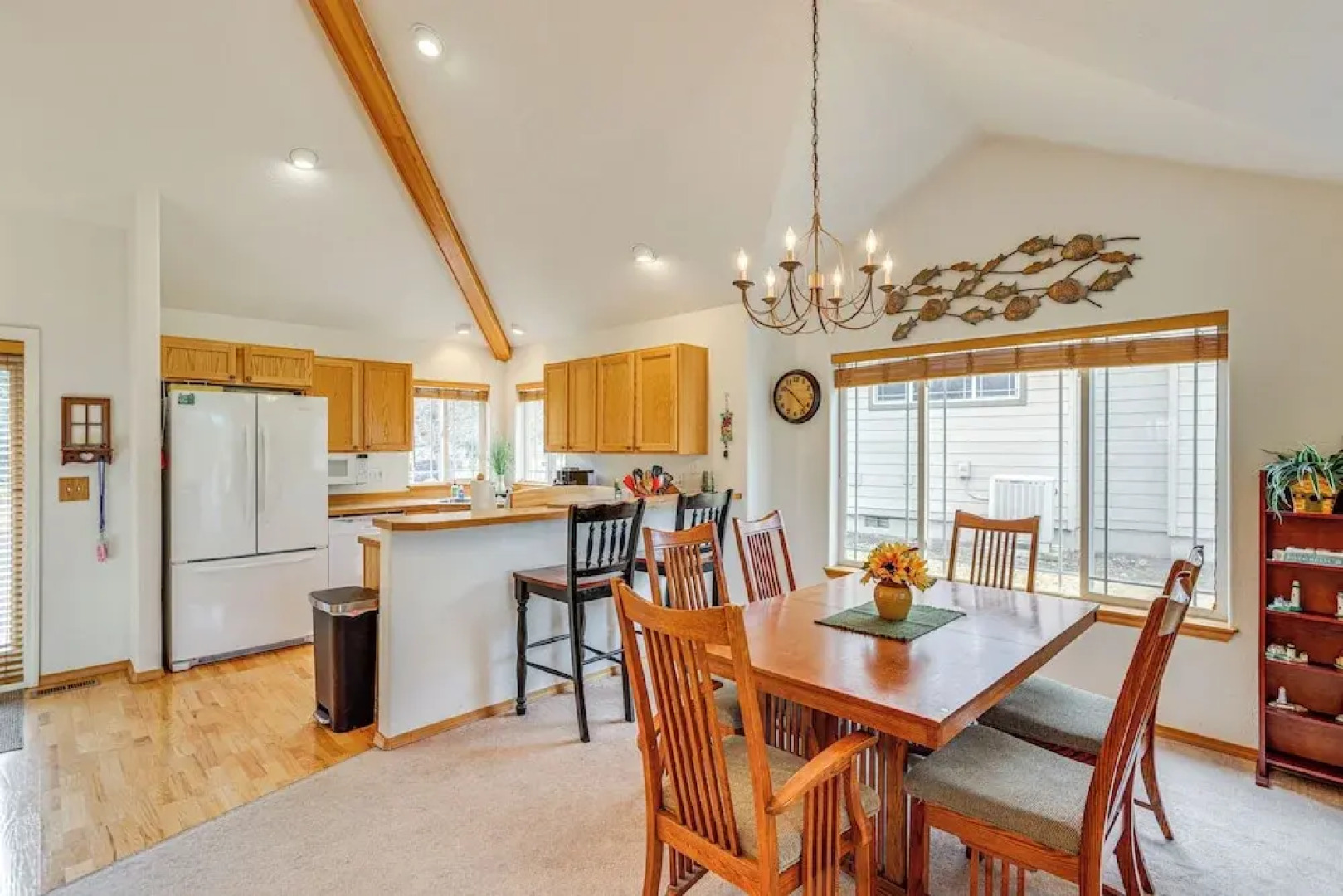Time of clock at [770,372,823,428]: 10:22
